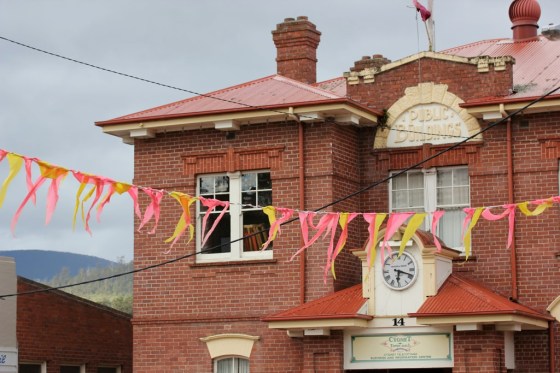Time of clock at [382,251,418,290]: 6:18
